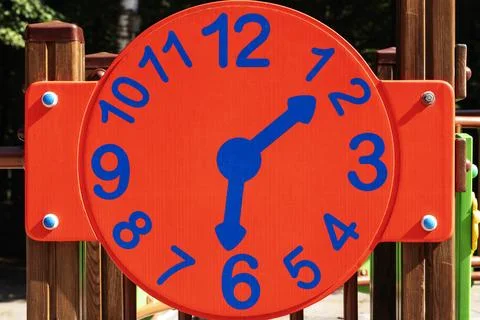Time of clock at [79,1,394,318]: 1:31
